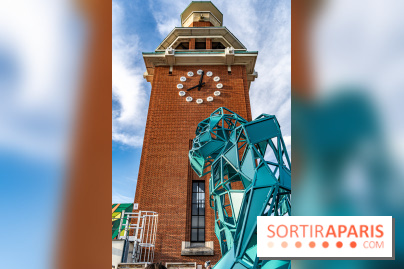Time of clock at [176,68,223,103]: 8:01
